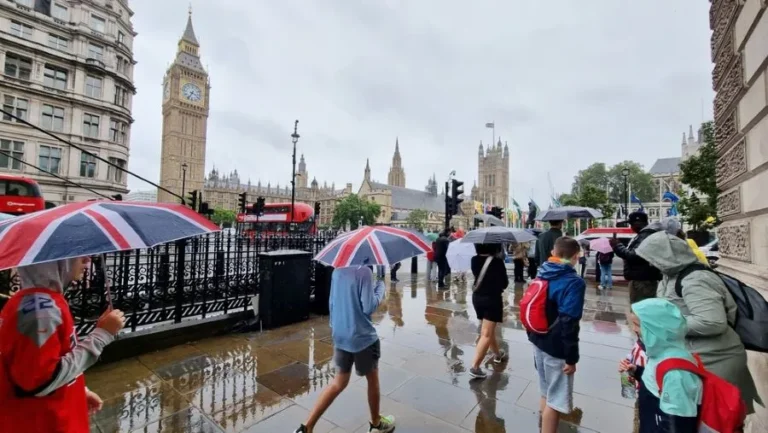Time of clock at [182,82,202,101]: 3:34
